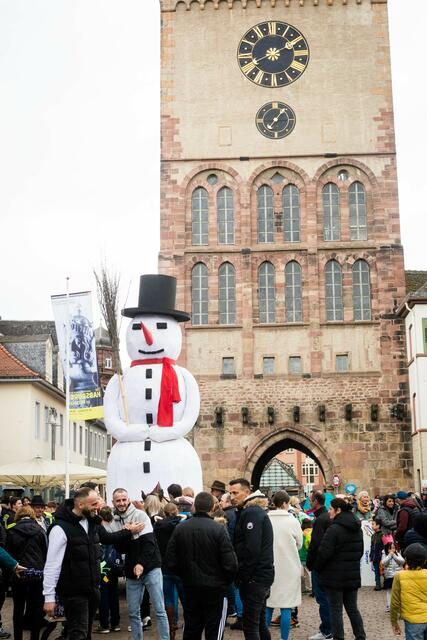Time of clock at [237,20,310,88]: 2:09
